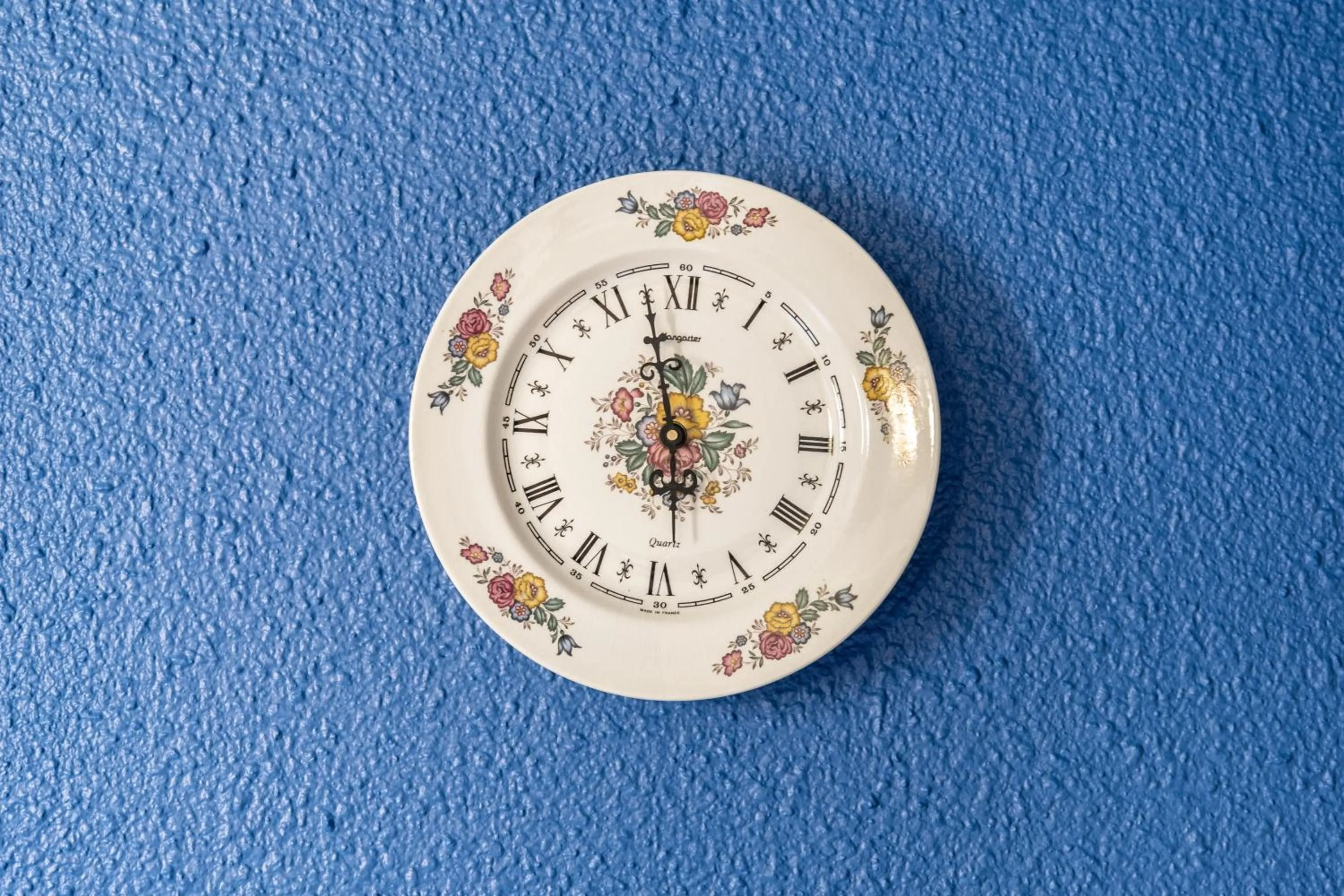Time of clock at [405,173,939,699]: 5:57
